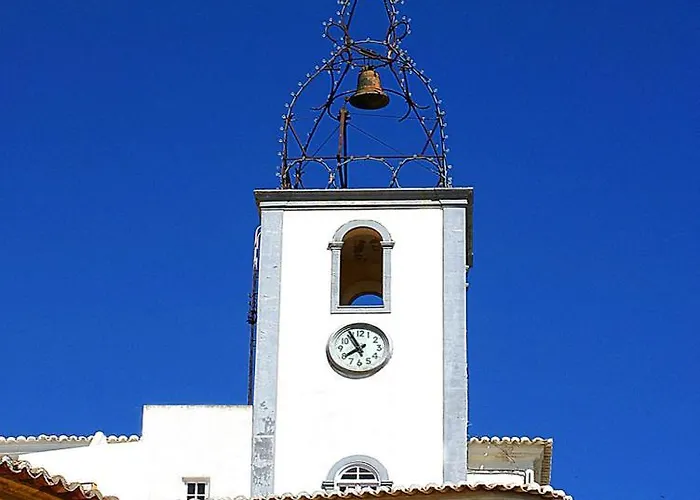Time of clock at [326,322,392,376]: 7:55
